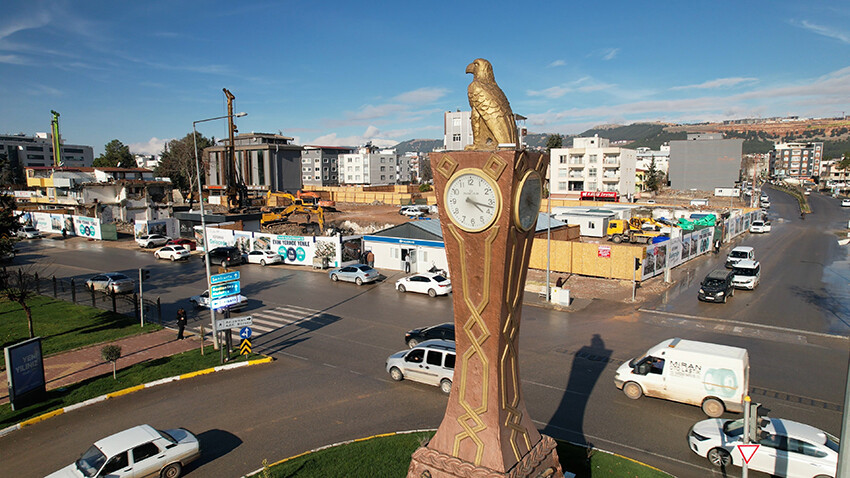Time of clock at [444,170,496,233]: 4:17
